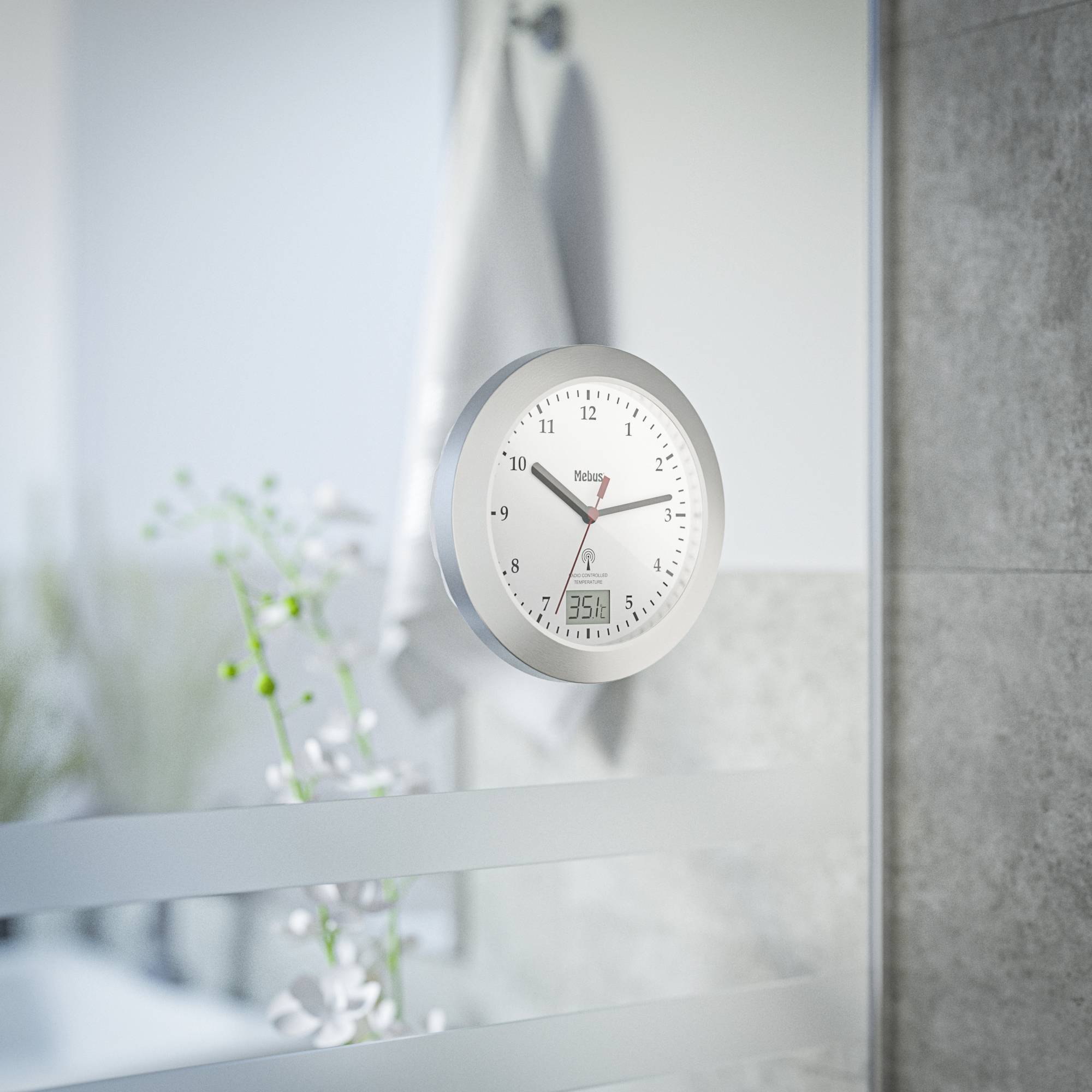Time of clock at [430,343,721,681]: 10:13
